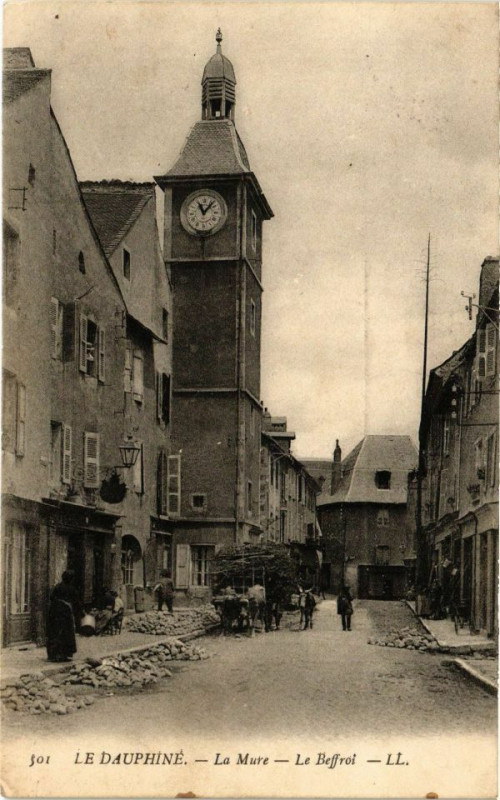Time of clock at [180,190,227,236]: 11:07
